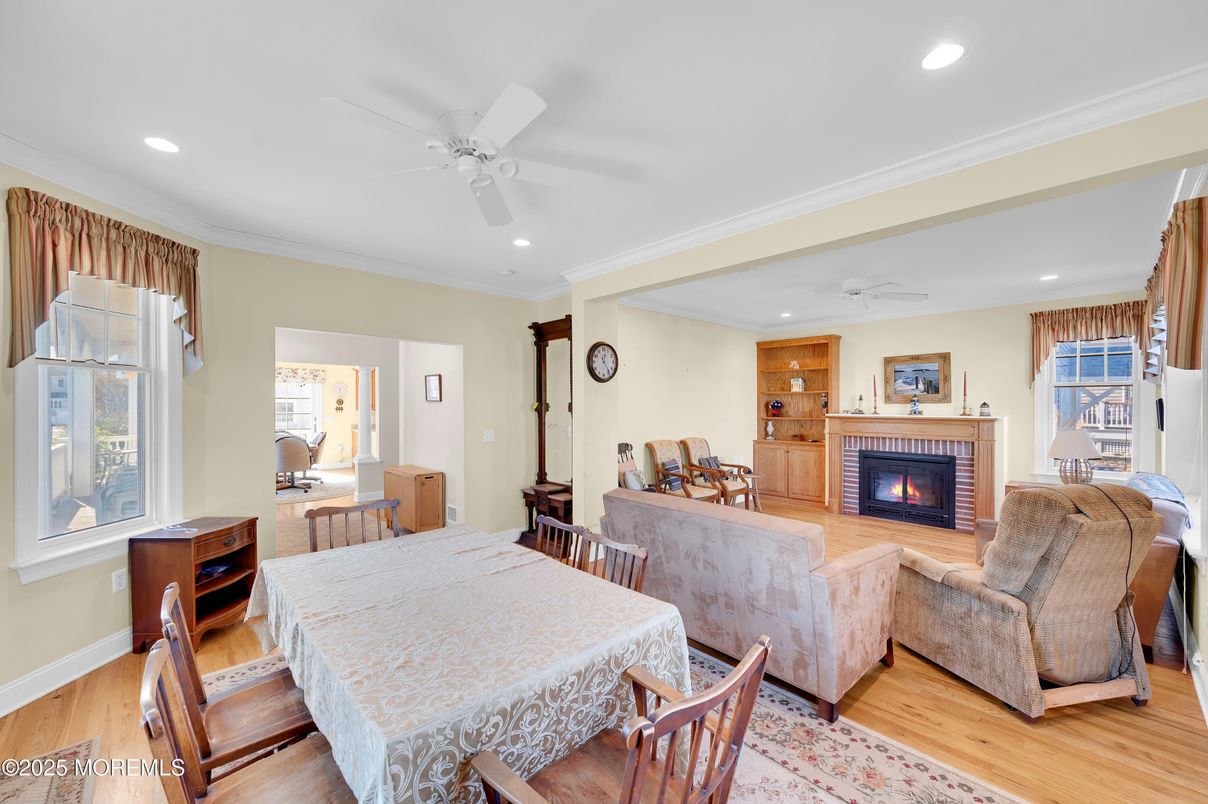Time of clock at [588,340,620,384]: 12:24
